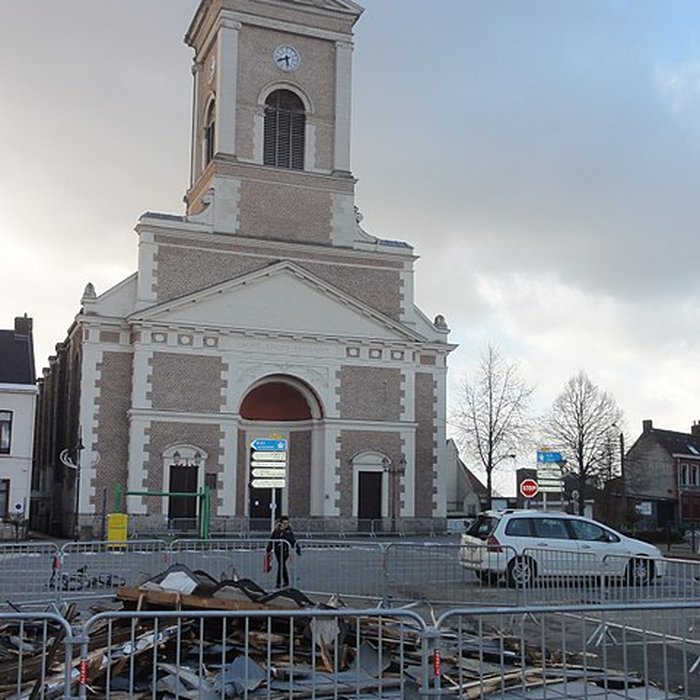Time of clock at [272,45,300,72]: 5:41
